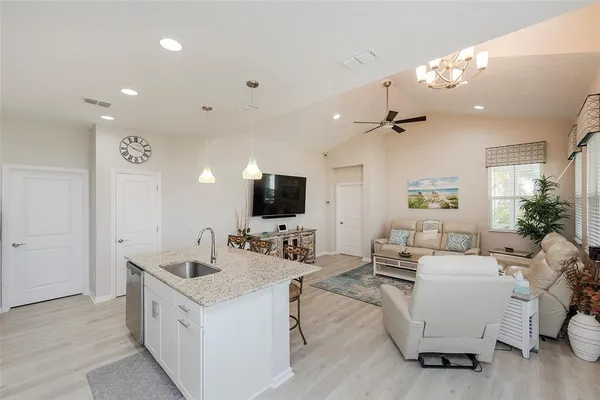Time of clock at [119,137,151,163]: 3:50
